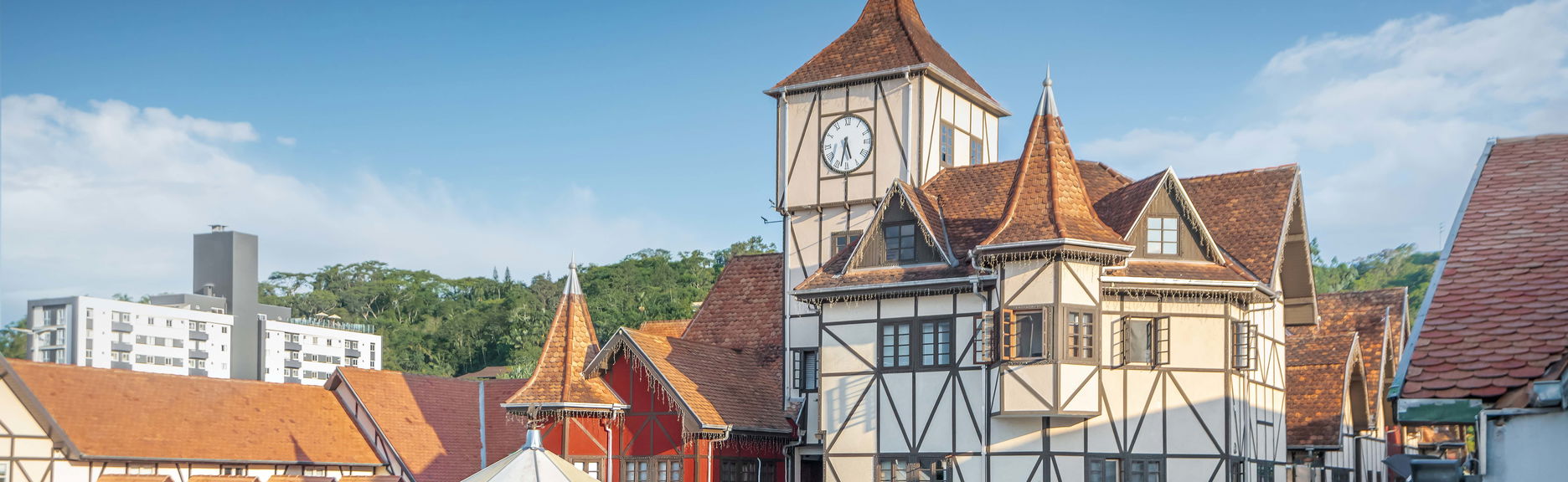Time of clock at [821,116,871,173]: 5:32
